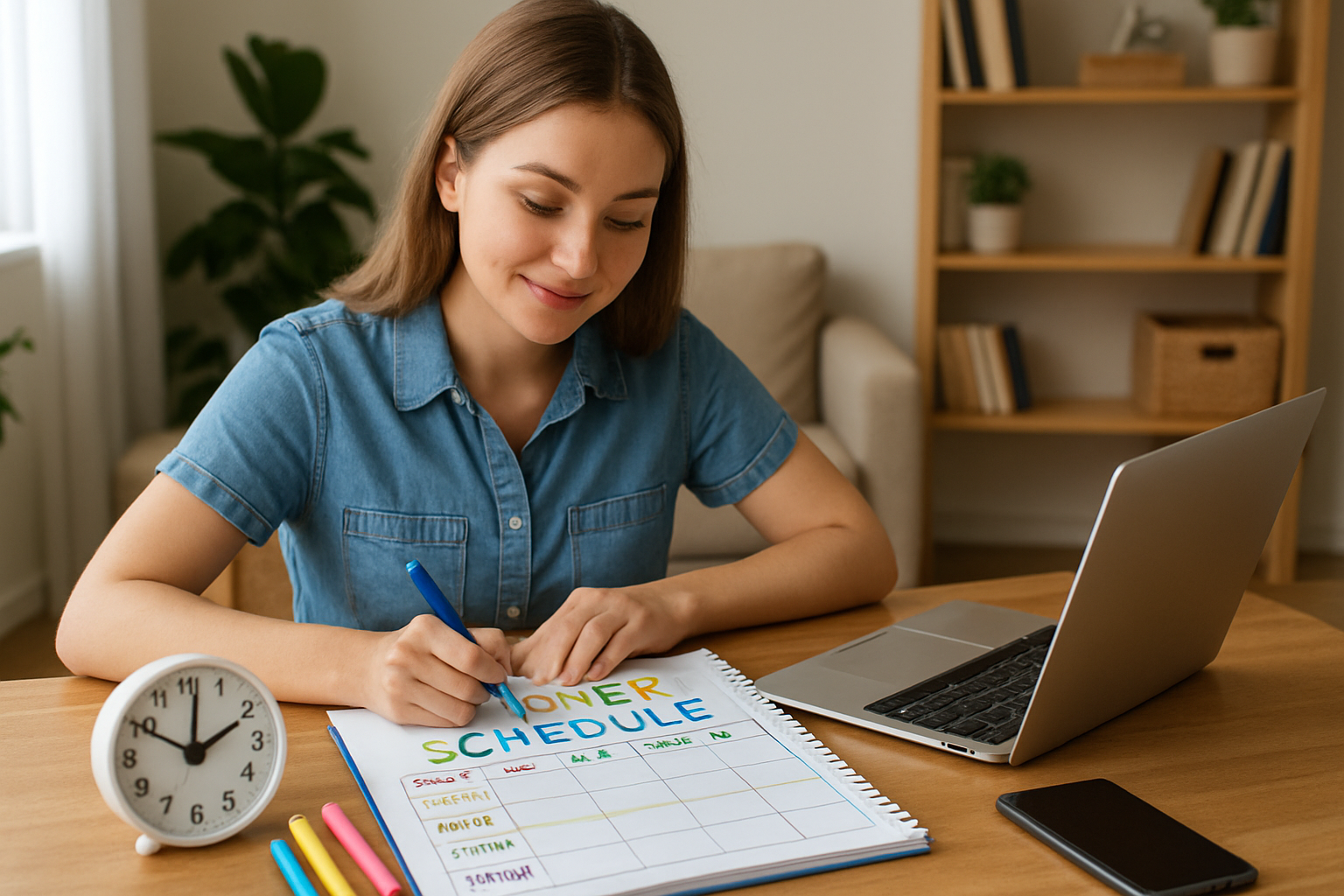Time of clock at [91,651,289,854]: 2:01
